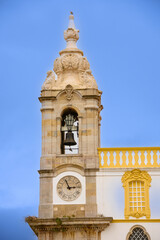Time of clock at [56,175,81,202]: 2:56
